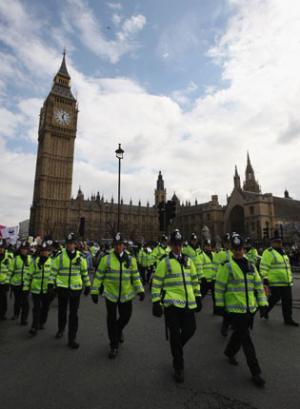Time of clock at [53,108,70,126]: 12:26
